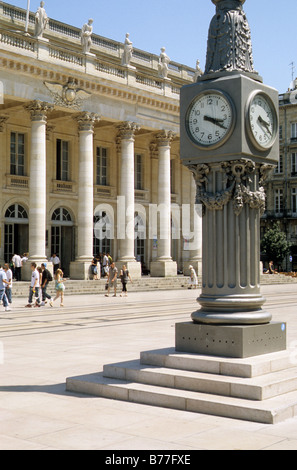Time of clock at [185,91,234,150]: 3:20
